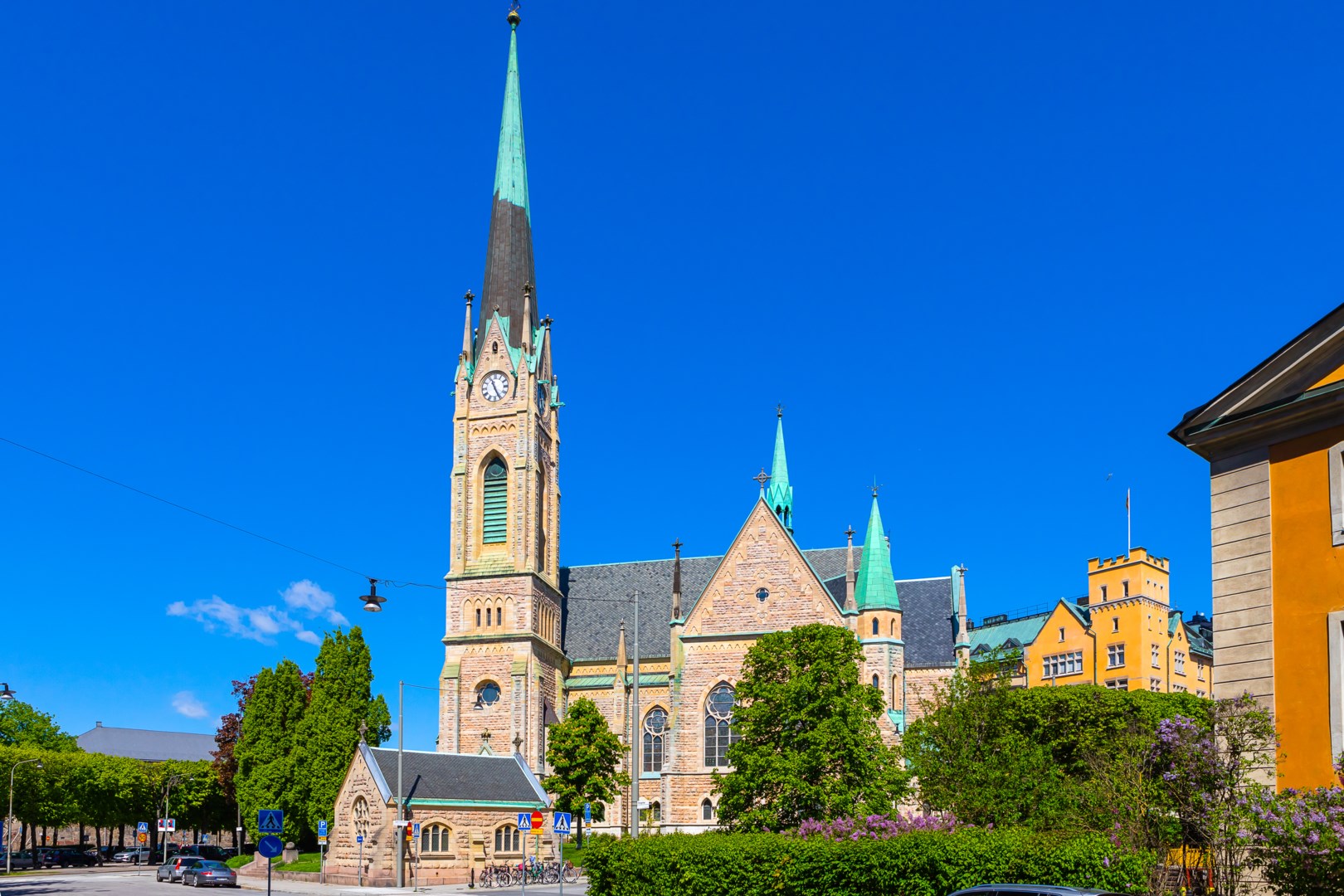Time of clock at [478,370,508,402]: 11:25
